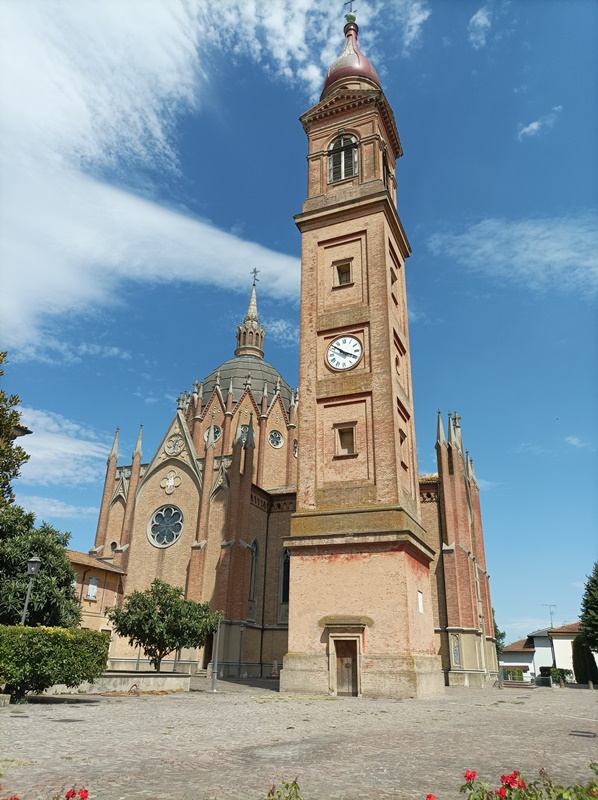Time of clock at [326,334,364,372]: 3:51
